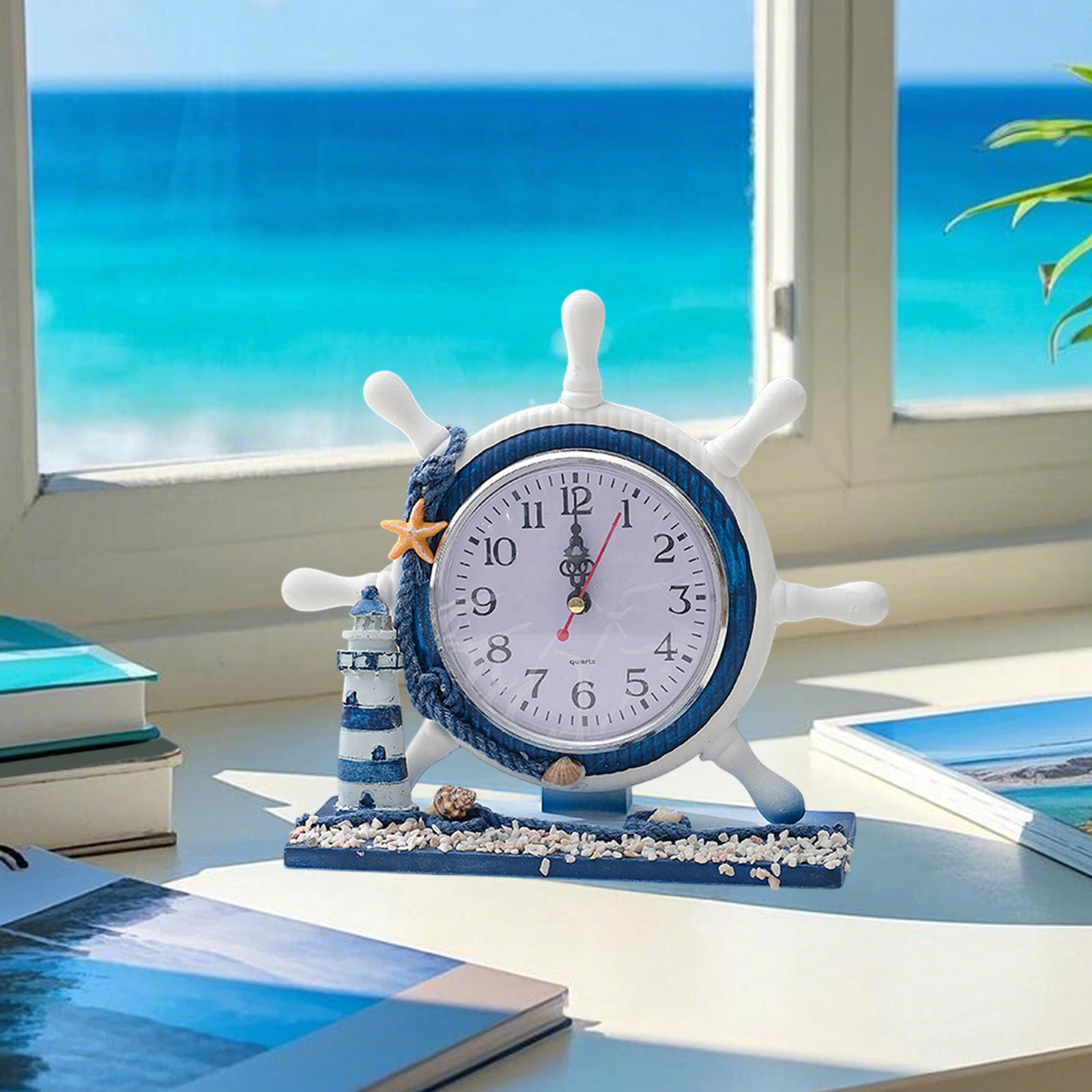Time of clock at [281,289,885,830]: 11:59
